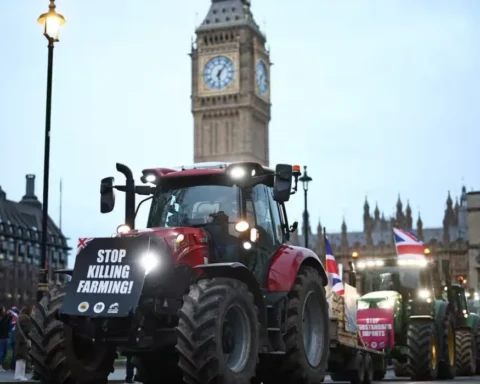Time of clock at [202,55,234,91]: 6:06
